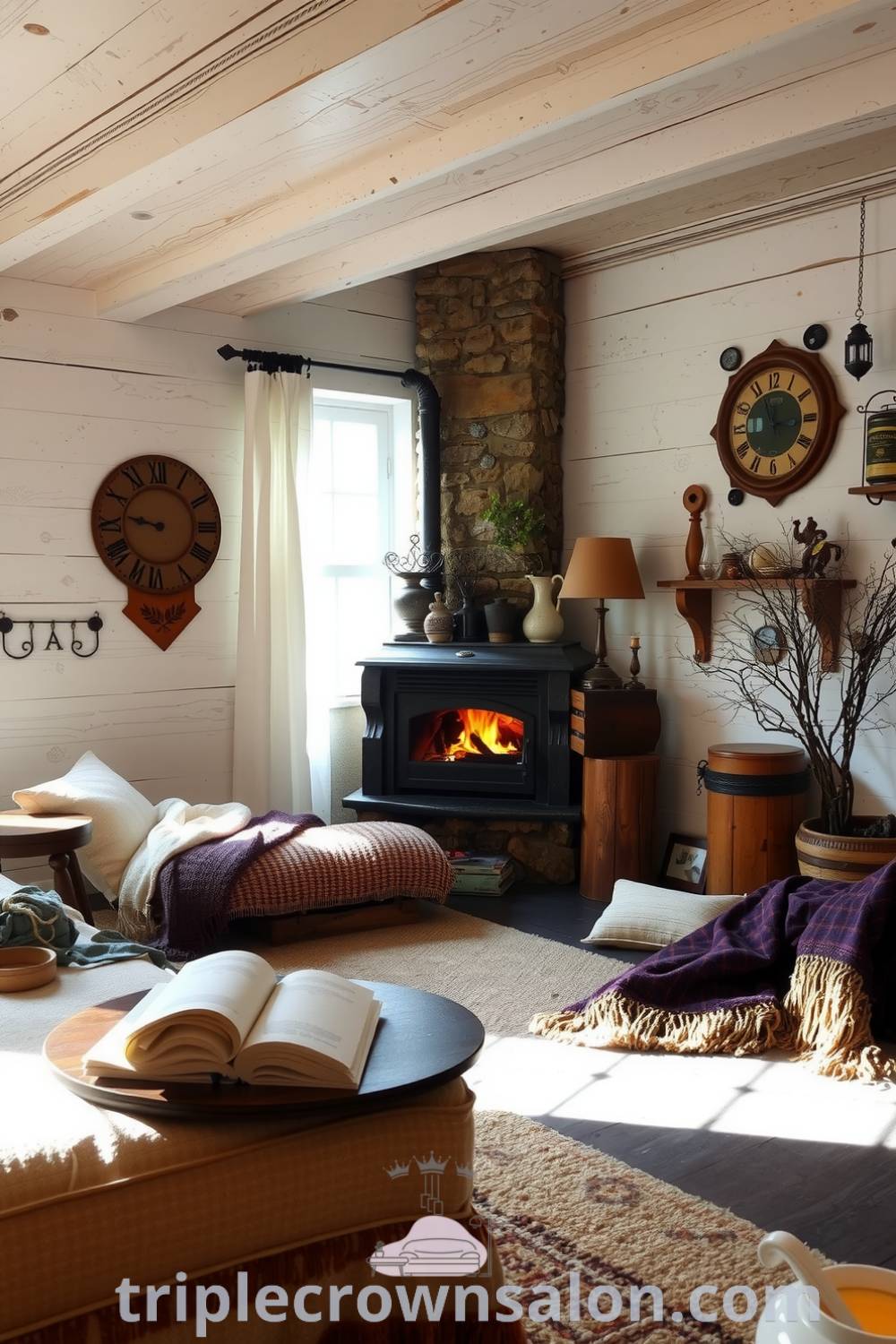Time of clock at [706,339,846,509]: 11:15
